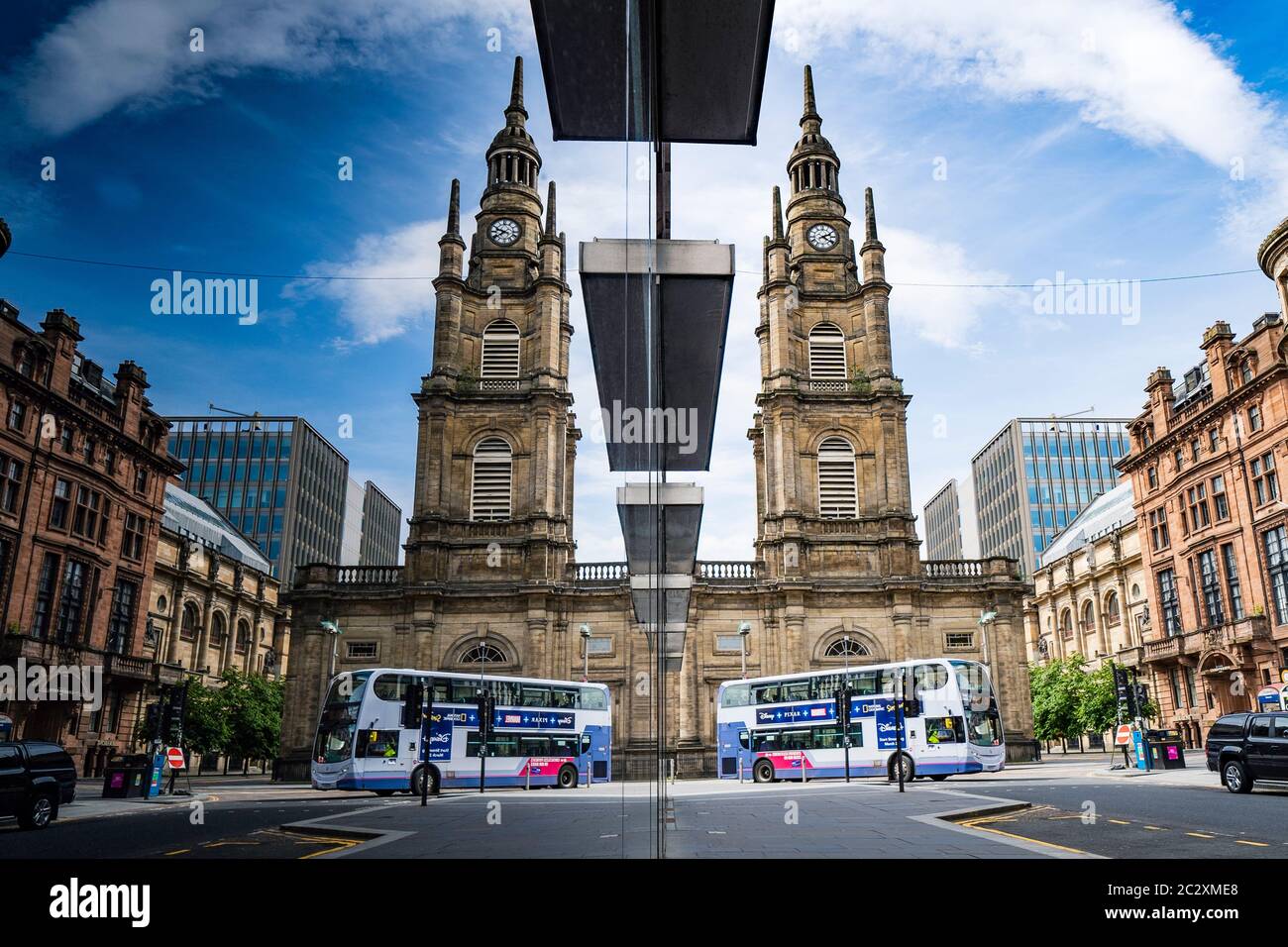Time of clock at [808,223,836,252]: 2:21
